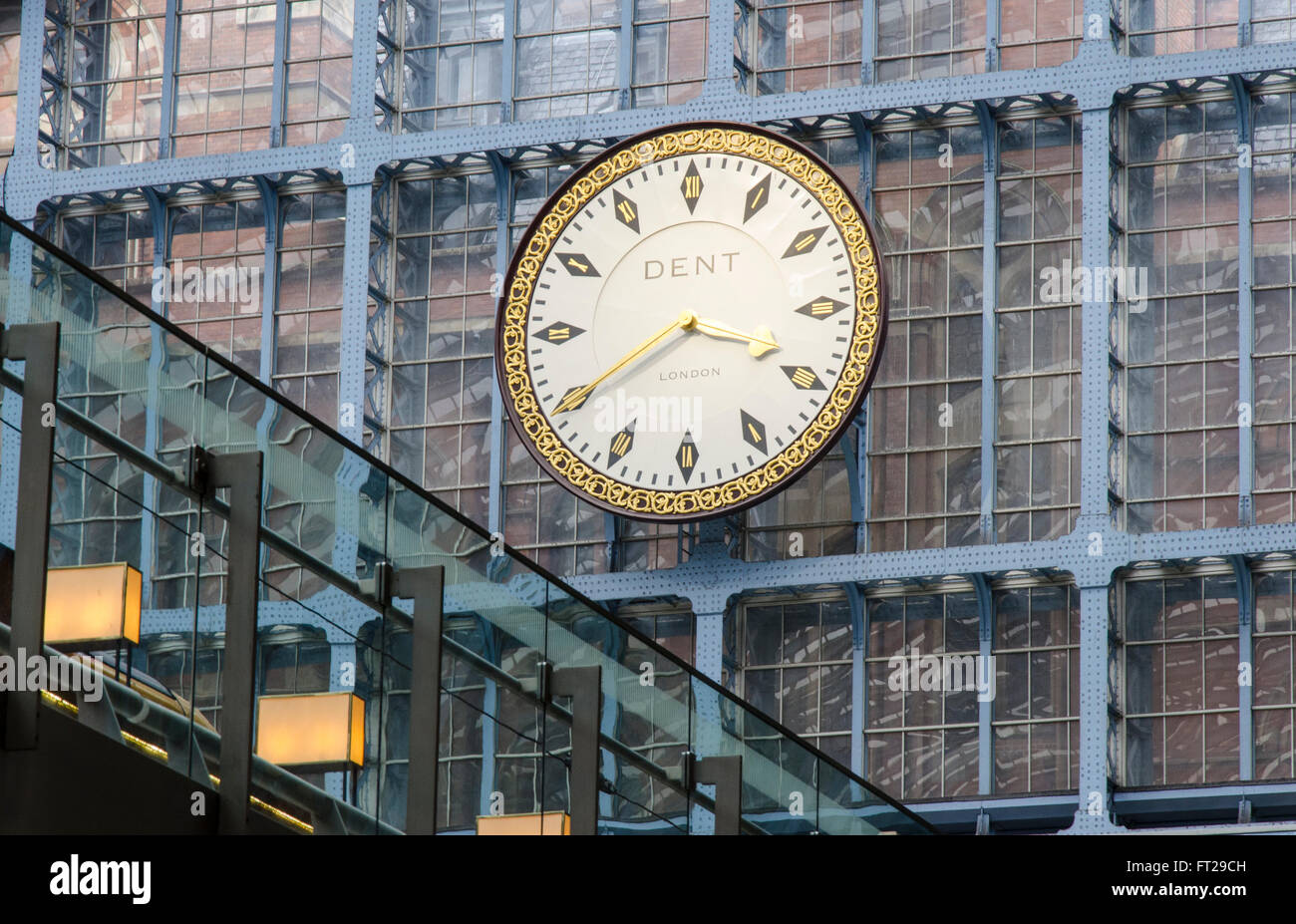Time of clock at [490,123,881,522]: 3:40
